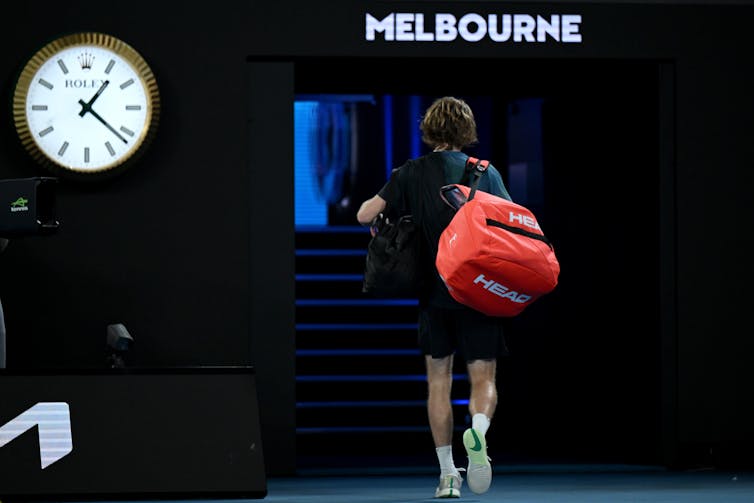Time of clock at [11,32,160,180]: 1:21
